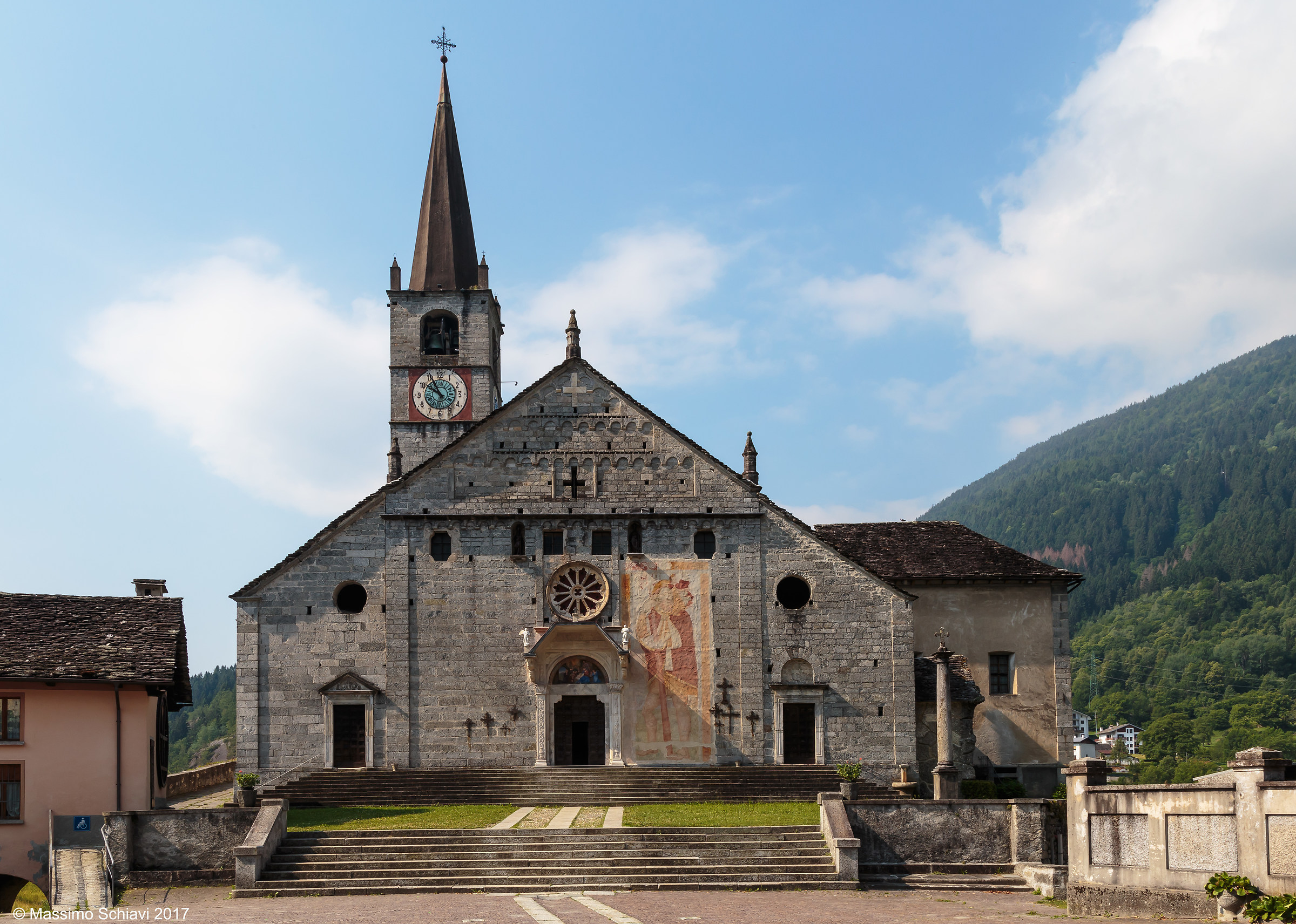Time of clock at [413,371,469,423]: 9:55
